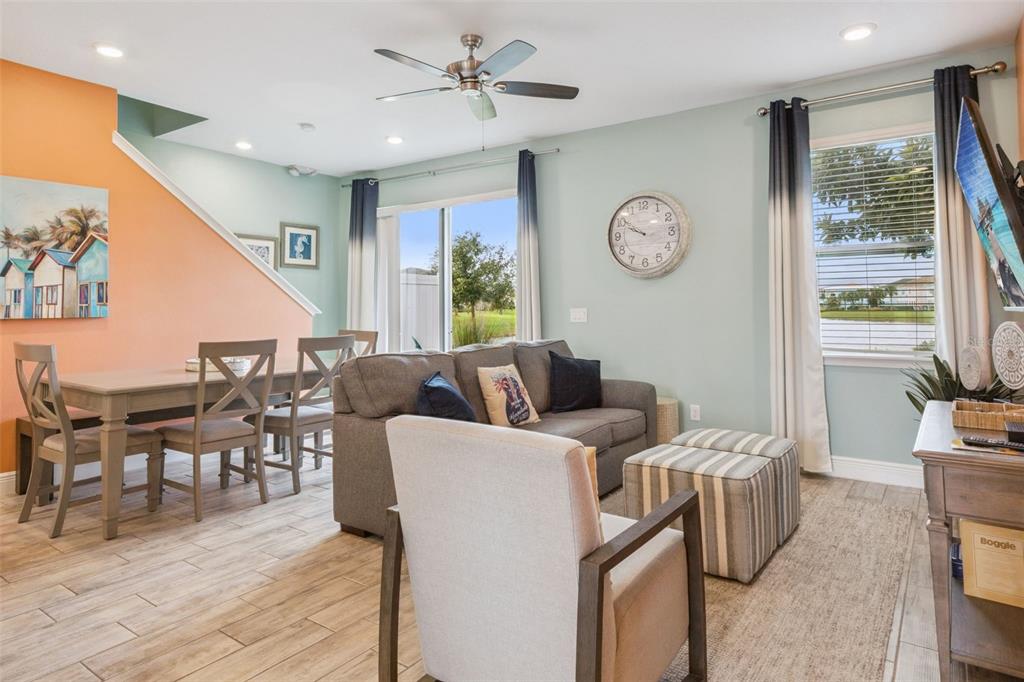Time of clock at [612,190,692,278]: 9:50
